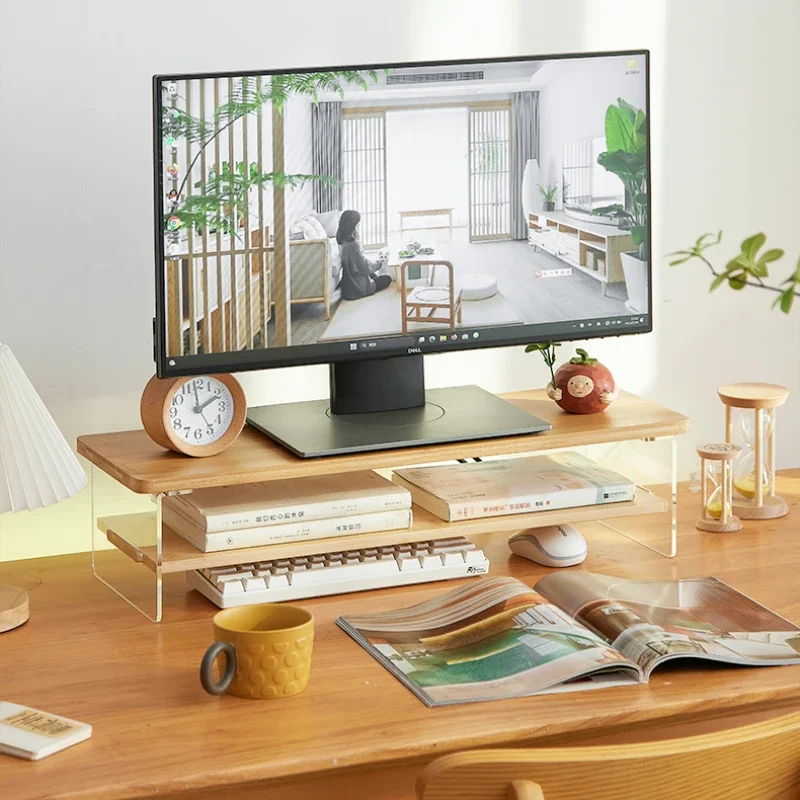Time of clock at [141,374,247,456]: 1:59
